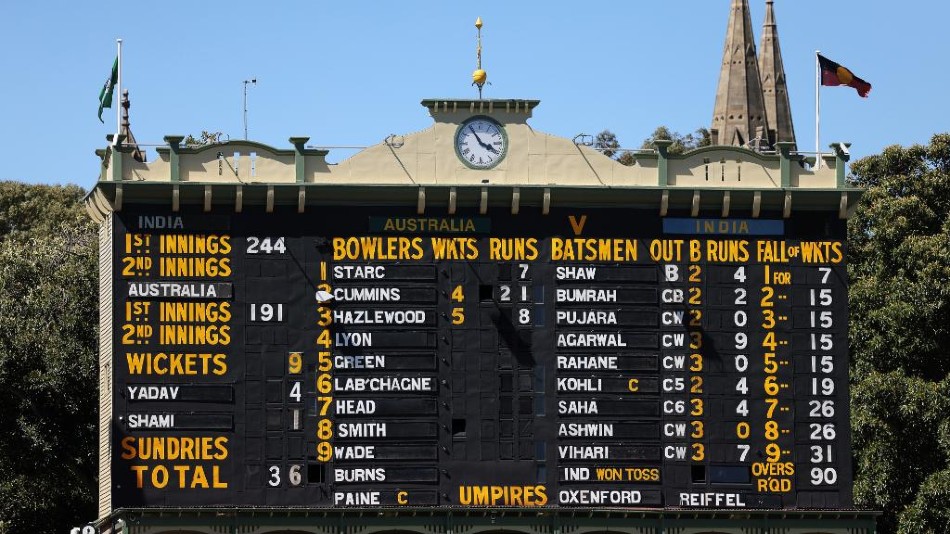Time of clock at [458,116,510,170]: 3:54
